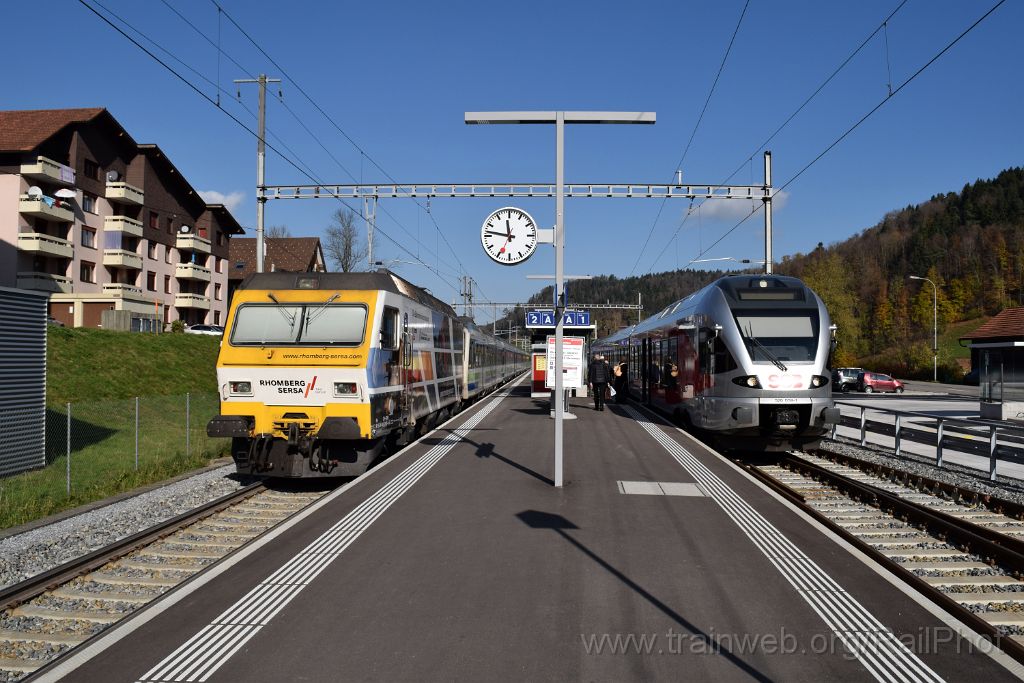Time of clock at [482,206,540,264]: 11:46
